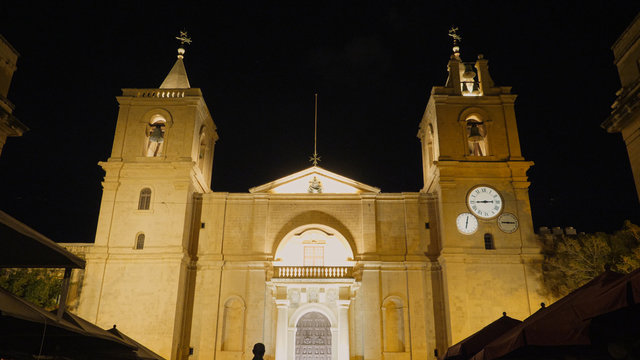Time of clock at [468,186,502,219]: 2:44
